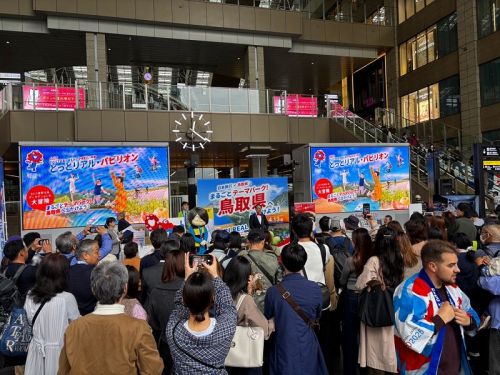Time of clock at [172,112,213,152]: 12:21
